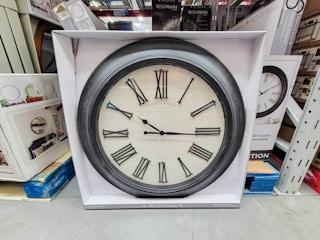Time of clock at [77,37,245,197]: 10:15
